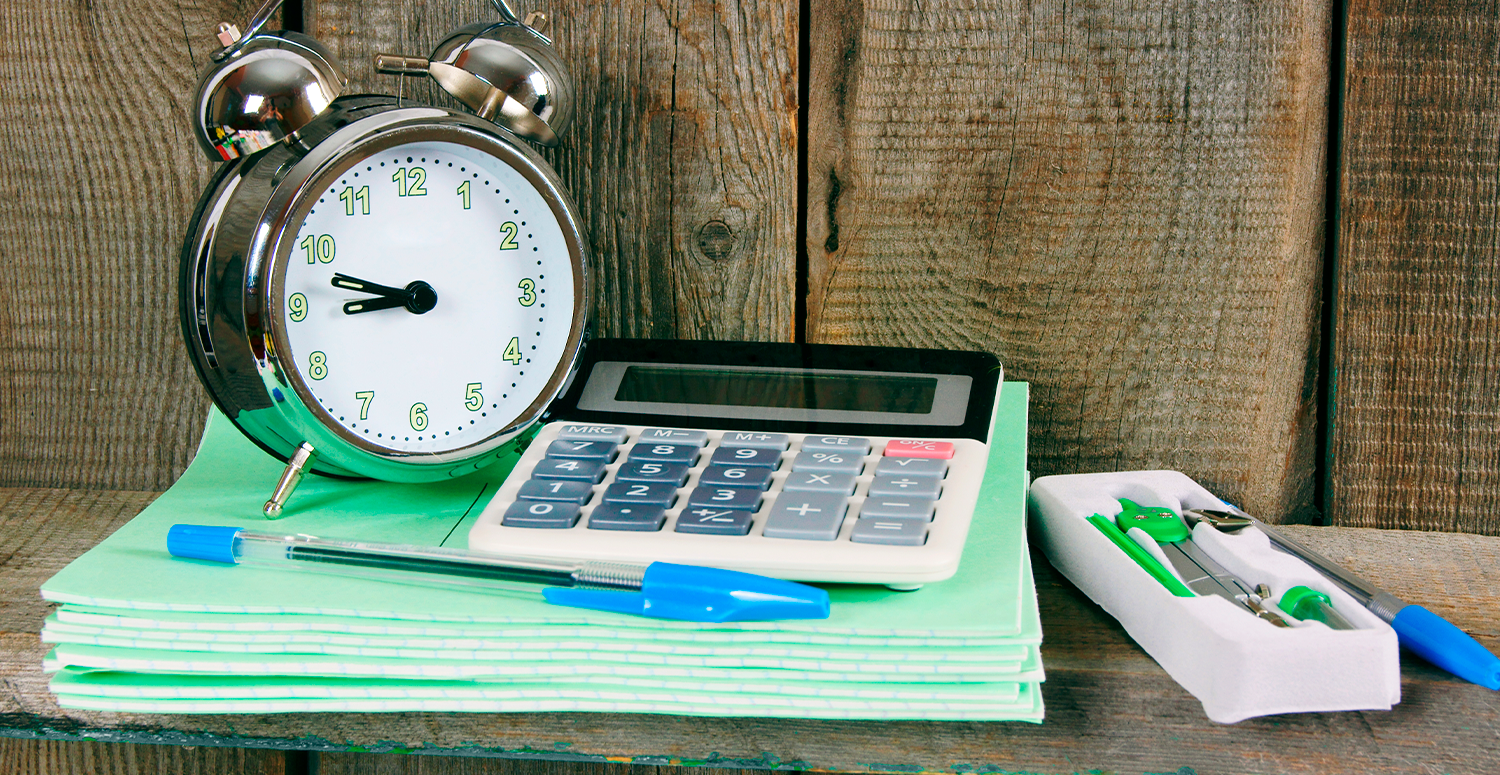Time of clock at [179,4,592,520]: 8:47
